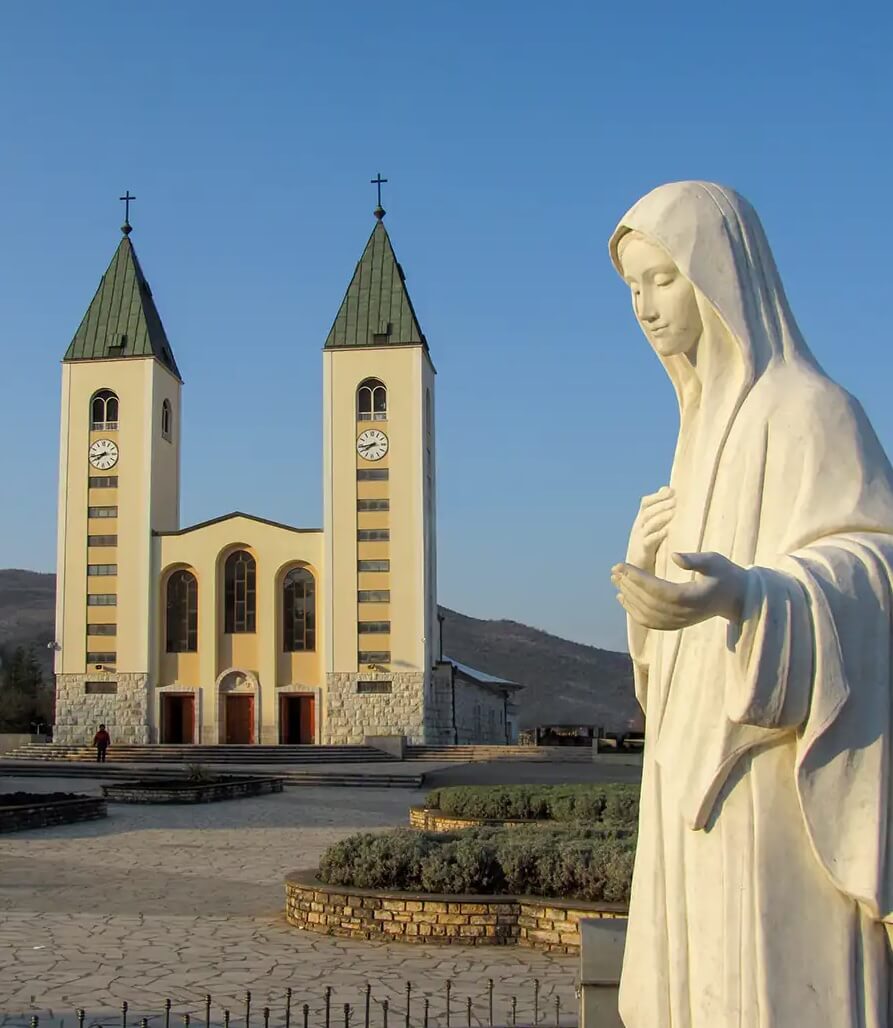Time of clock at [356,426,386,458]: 7:43
